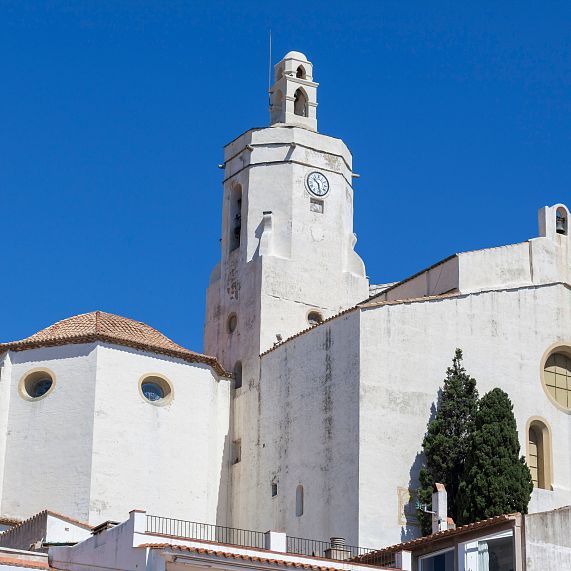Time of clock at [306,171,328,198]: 10:28
